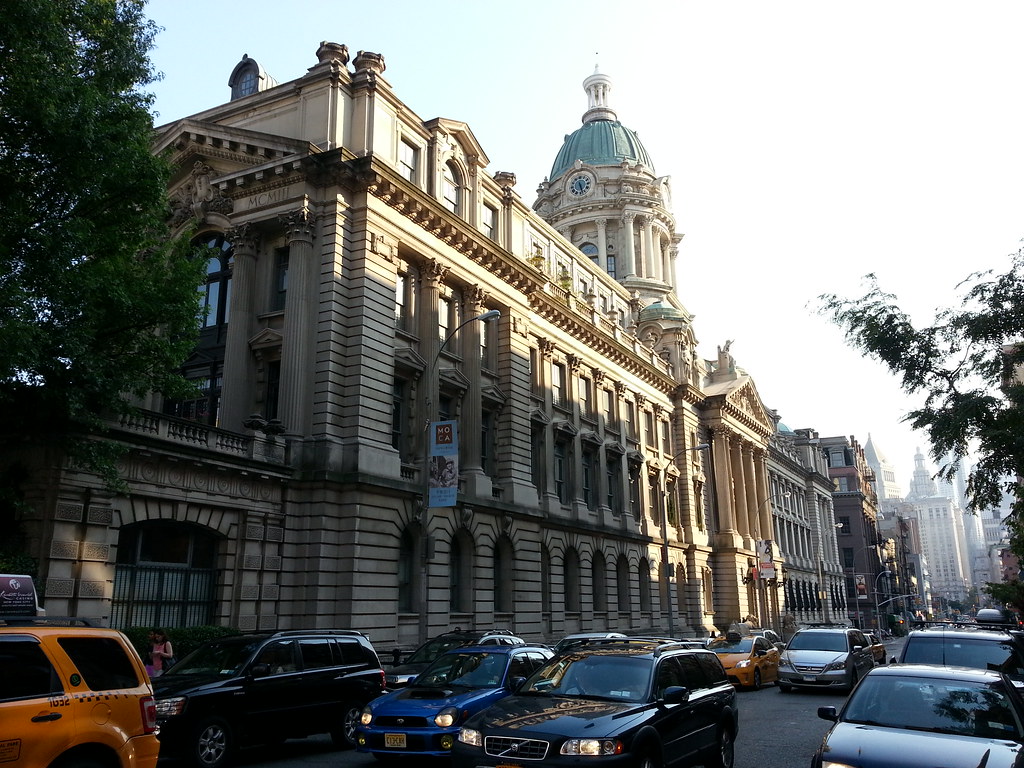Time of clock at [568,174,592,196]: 5:27
